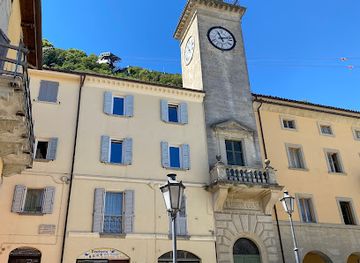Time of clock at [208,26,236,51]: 11:12
